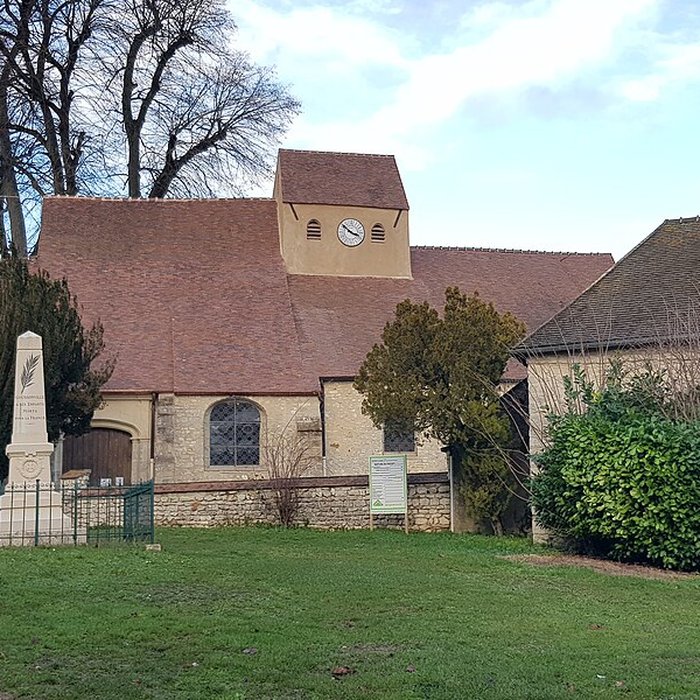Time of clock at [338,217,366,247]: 3:51
